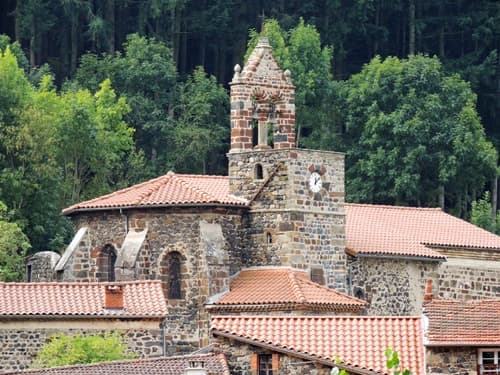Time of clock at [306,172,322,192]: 12:07
